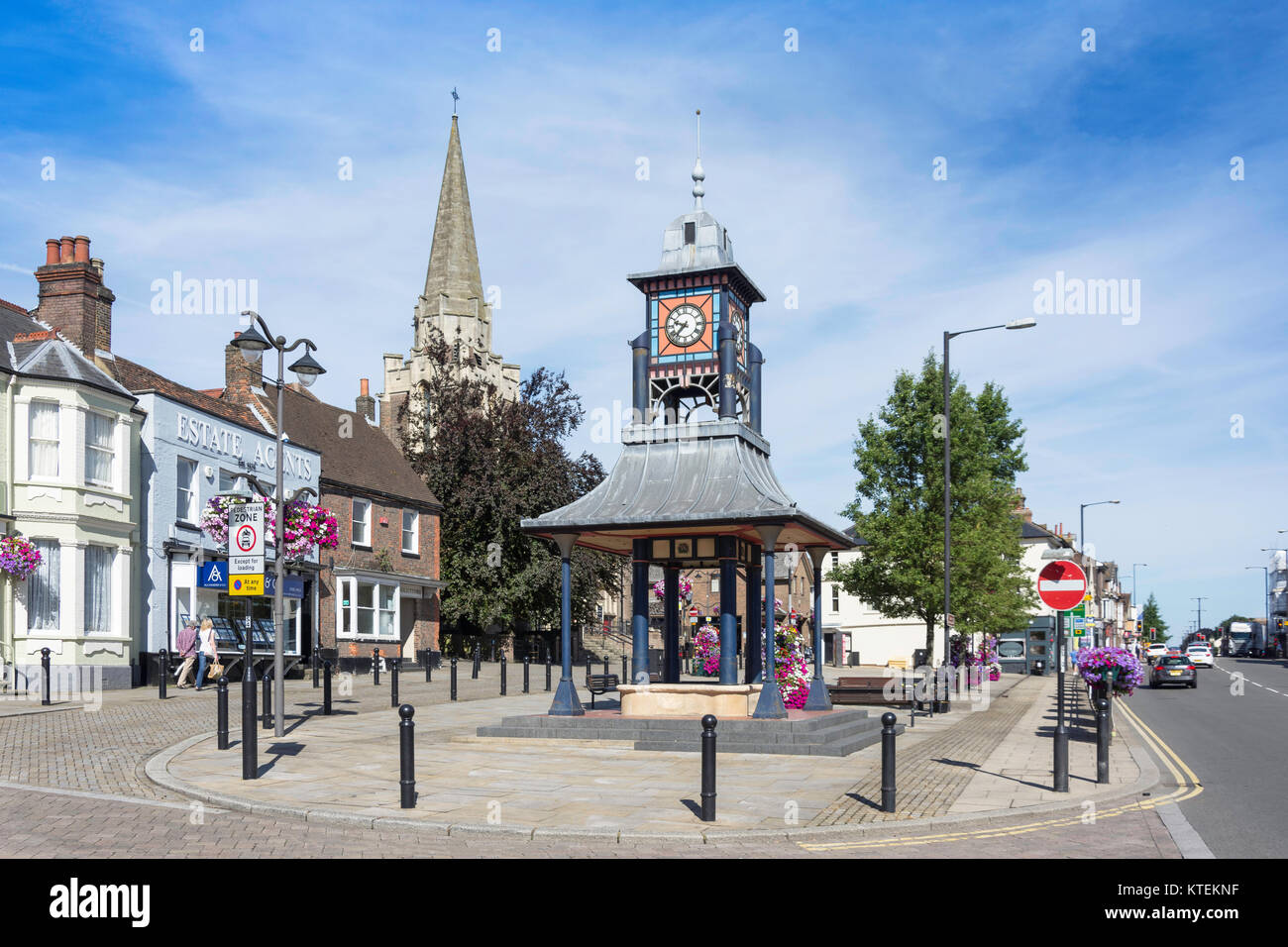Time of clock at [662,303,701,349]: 9:37
